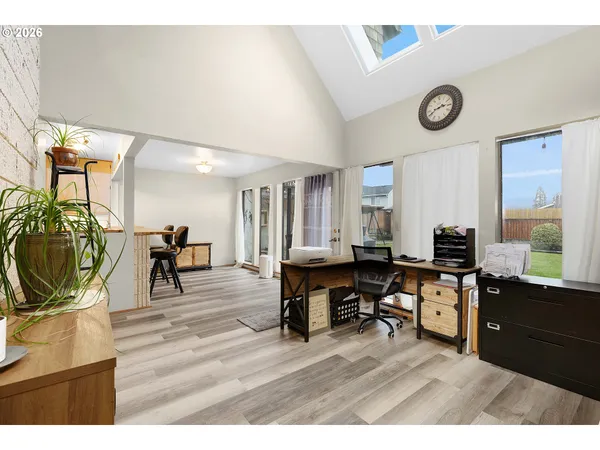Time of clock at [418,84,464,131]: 2:40
